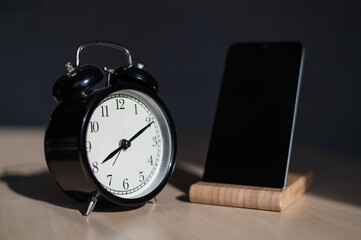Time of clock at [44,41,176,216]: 8:10
